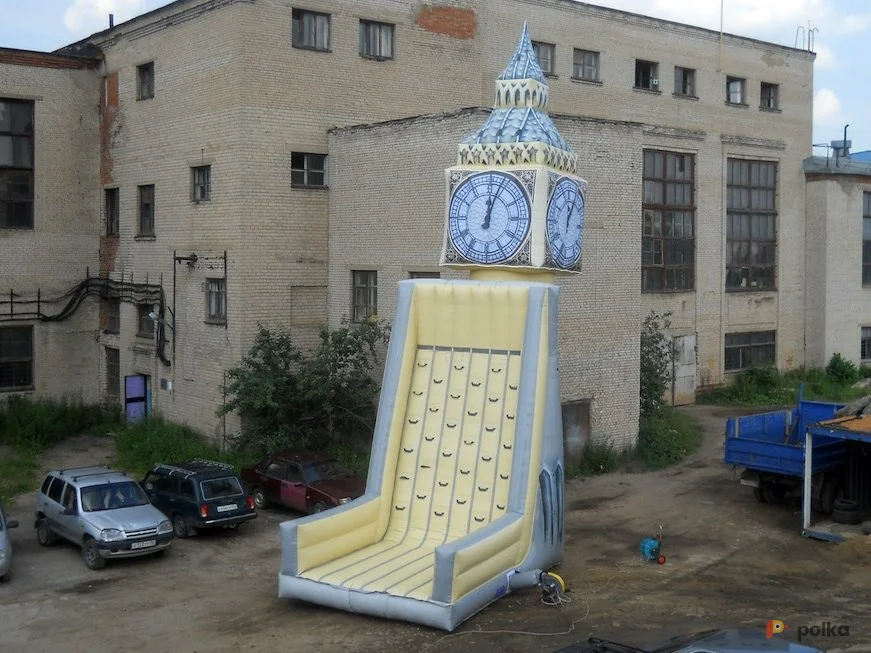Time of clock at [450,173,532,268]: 12:03
